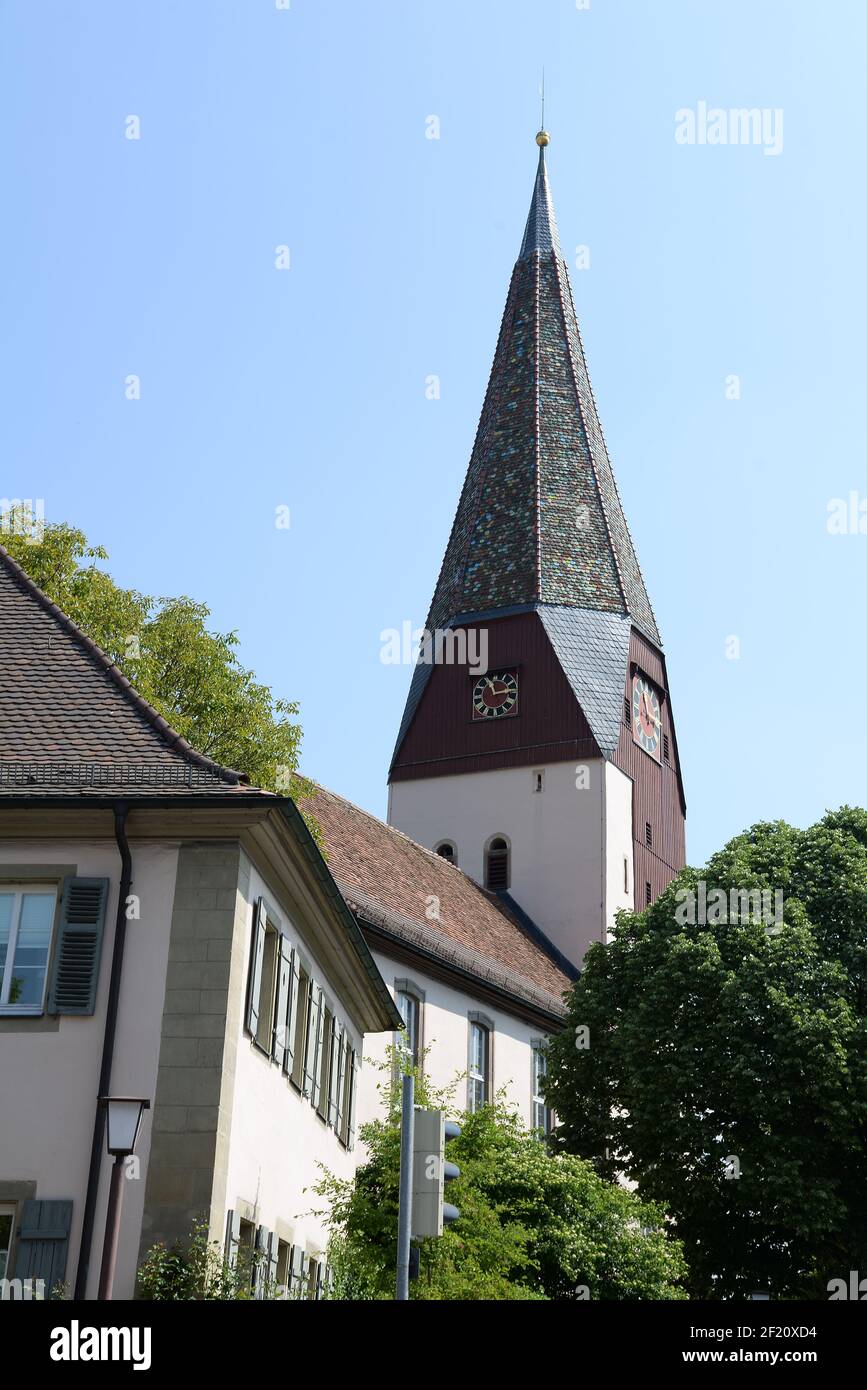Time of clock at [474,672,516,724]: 11:13
